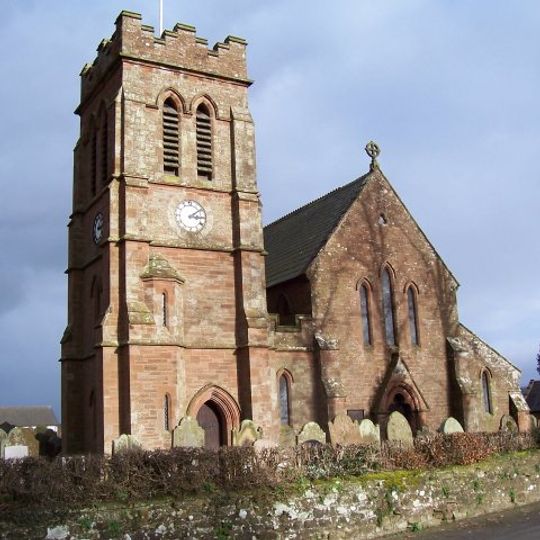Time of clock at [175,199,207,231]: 3:09
